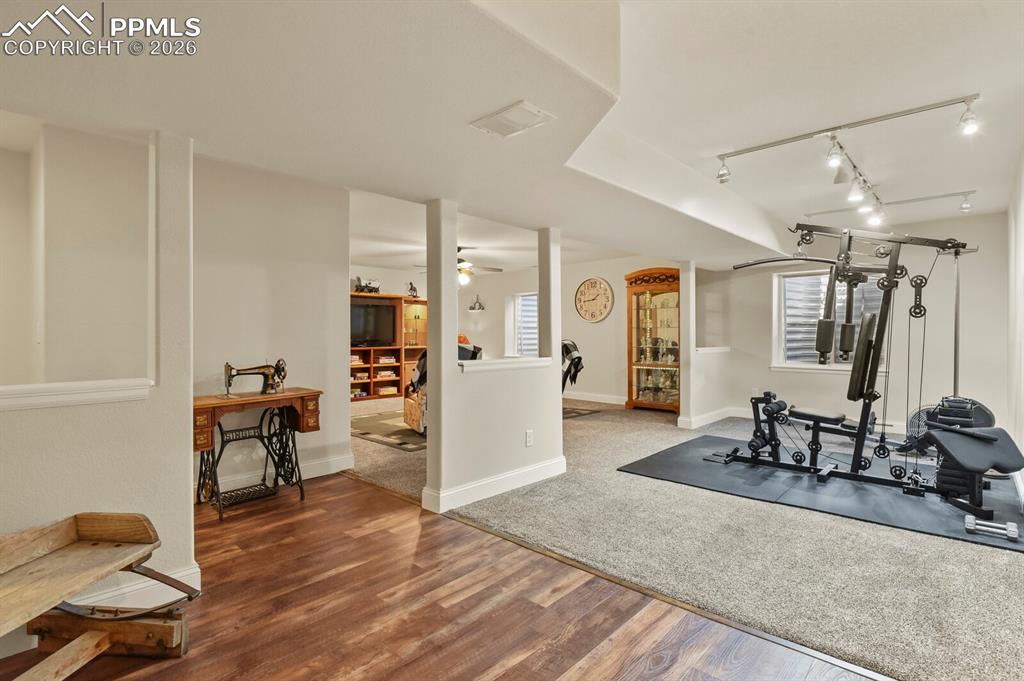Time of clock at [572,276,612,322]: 1:43
